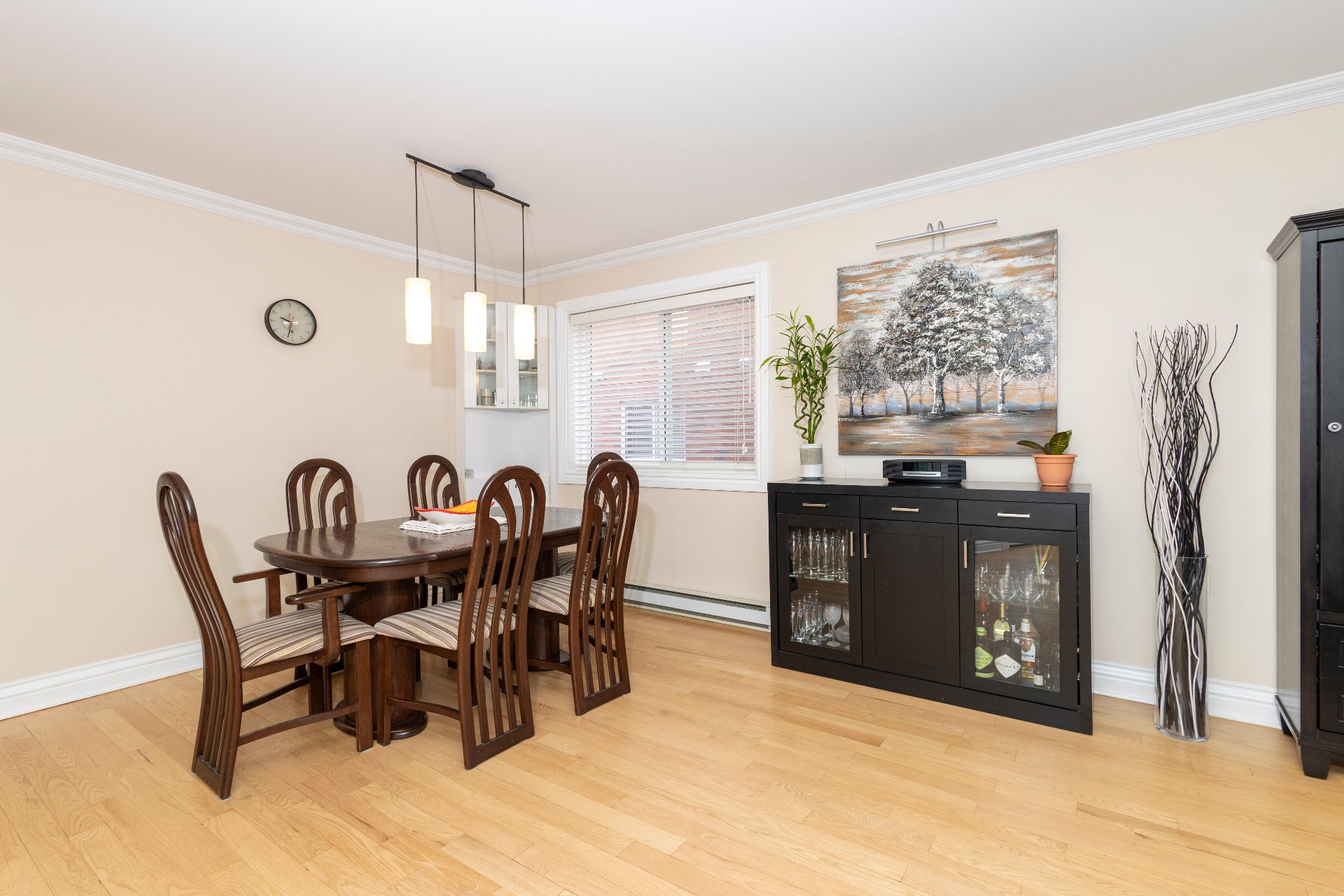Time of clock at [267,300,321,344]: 9:32
